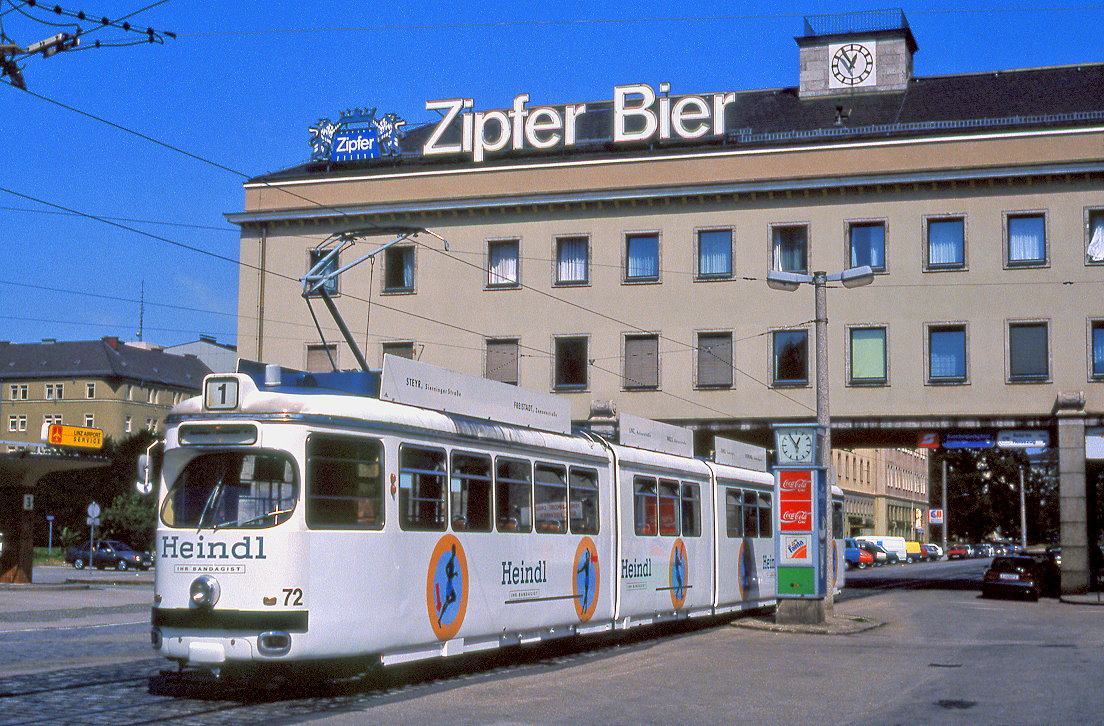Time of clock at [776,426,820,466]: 12:54
